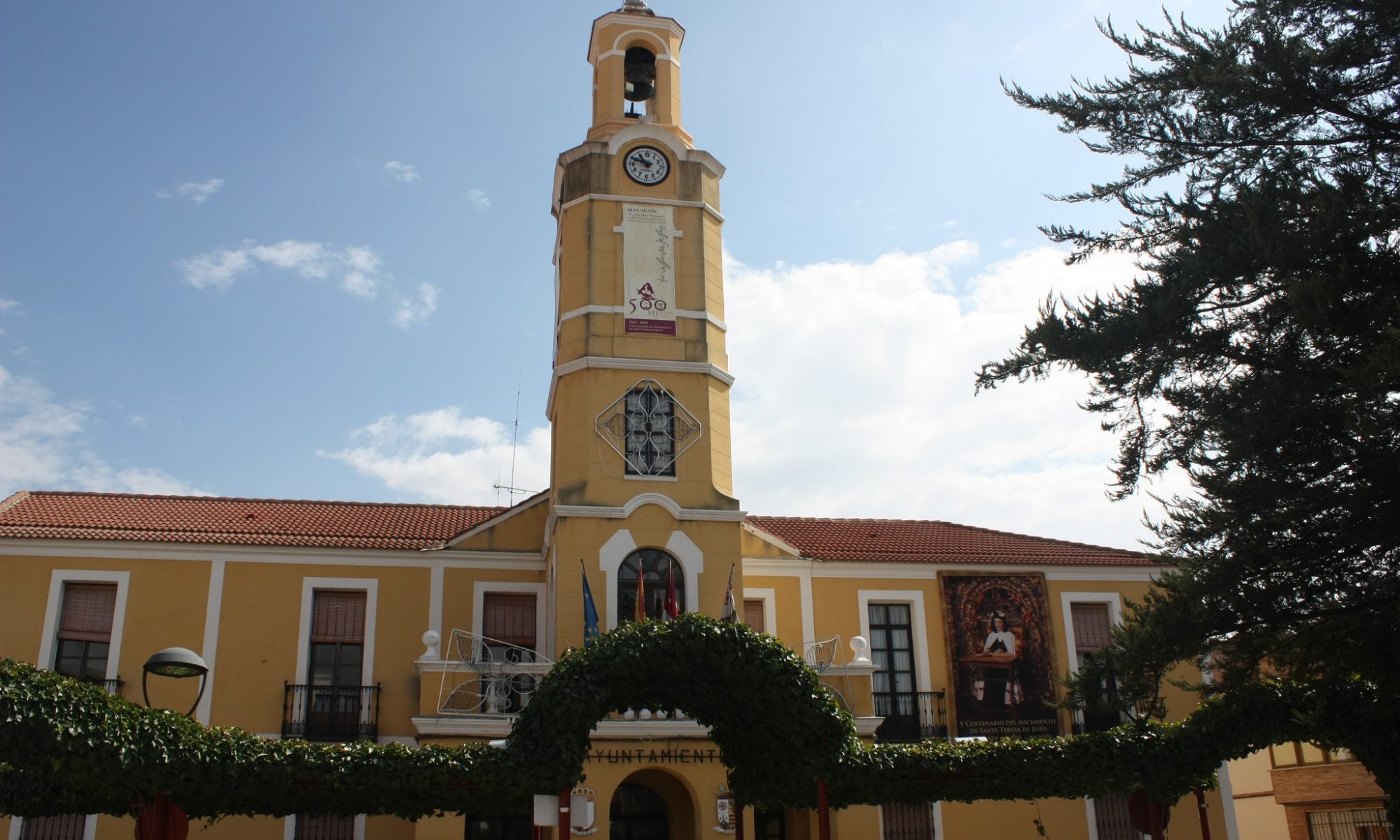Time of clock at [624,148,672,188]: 10:48
